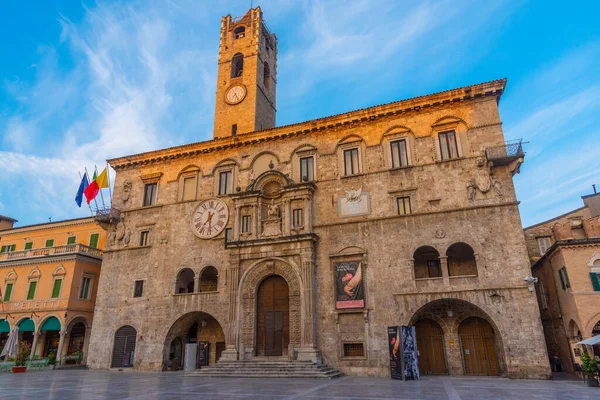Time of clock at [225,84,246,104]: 7:25
